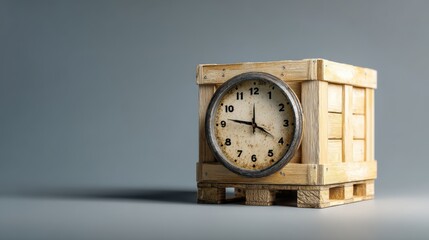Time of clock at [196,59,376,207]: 9:20
